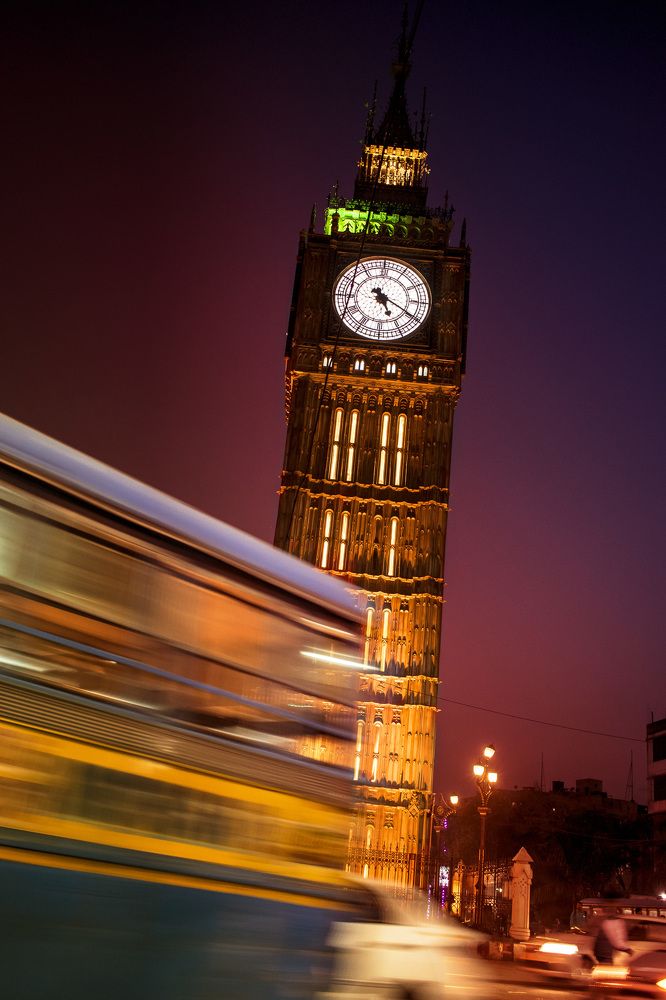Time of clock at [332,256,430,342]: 5:19
